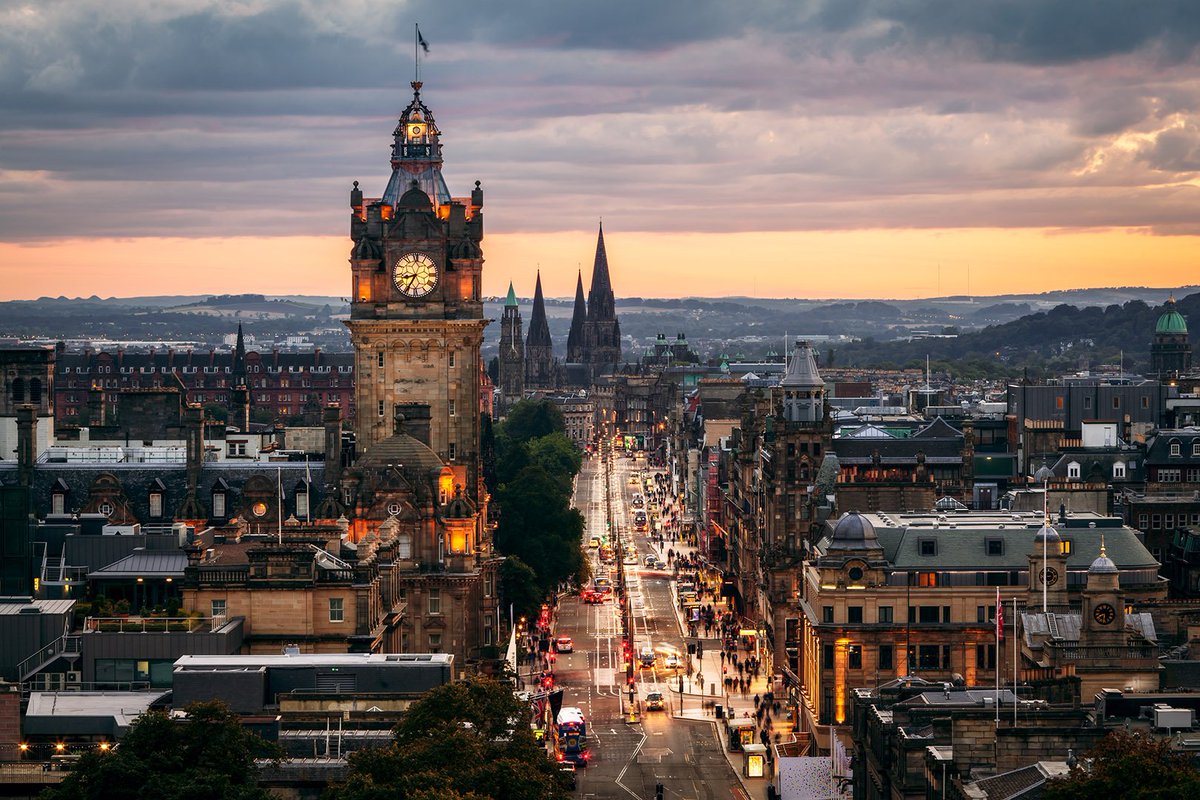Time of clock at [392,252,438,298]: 8:35
